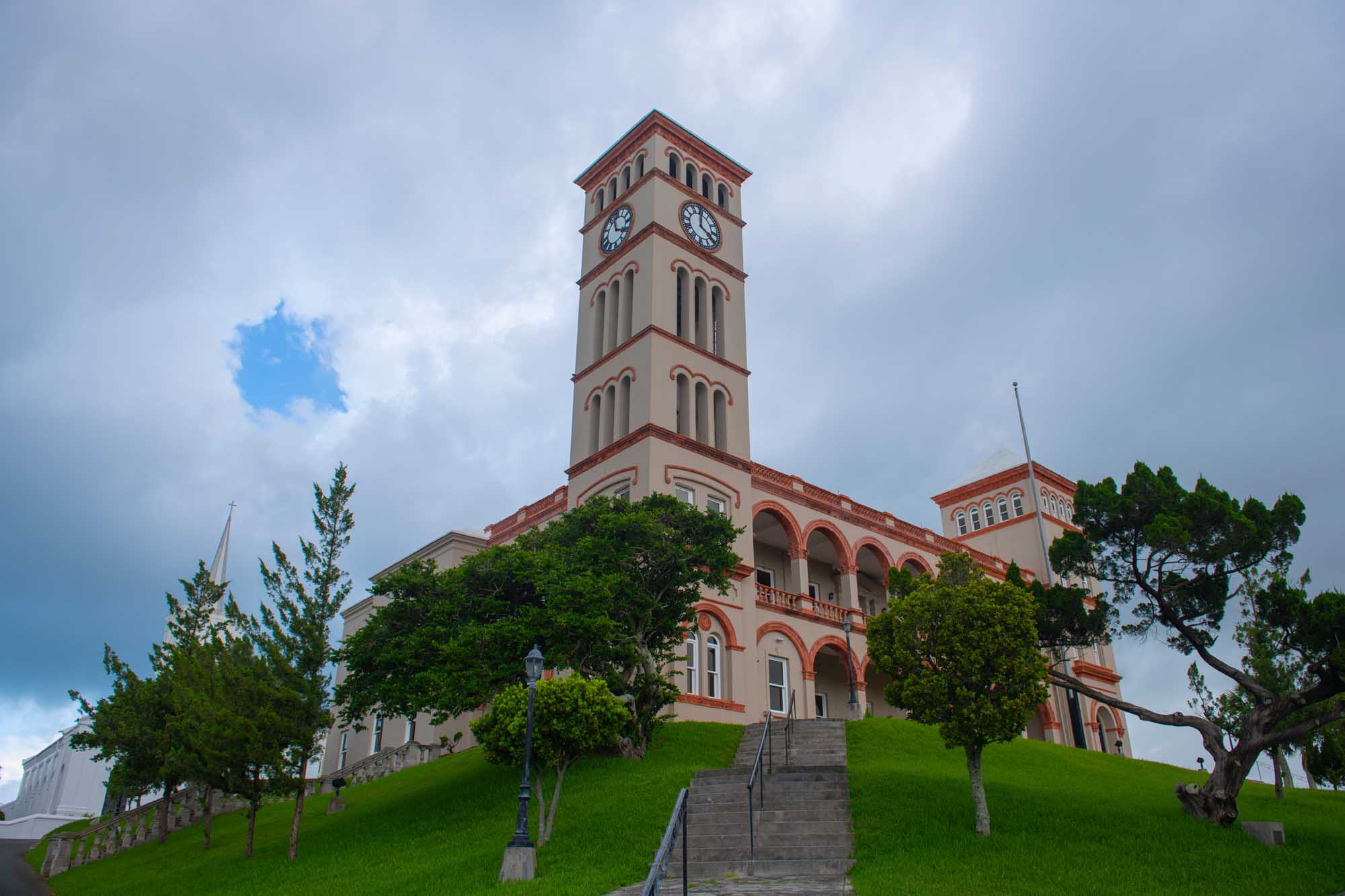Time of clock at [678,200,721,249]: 4:00
